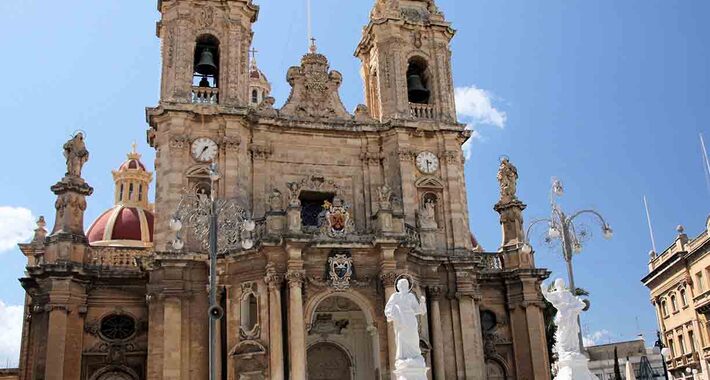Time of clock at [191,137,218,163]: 1:35
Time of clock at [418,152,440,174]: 3:30
